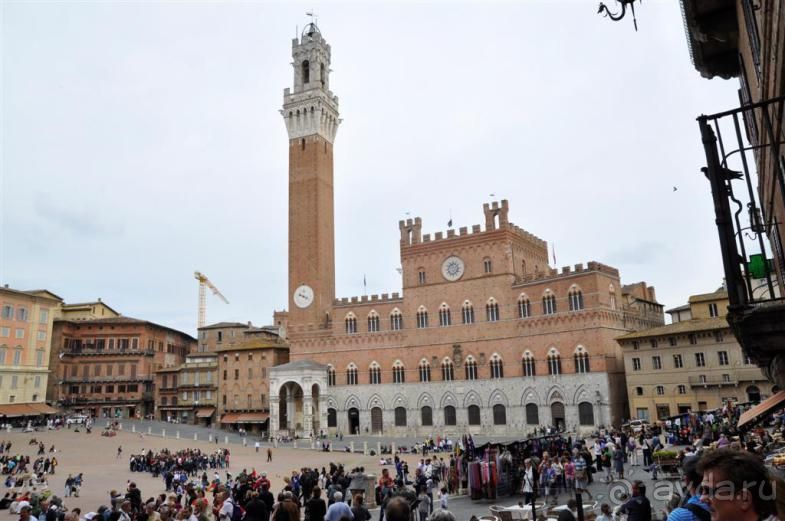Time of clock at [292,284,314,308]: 3:47
